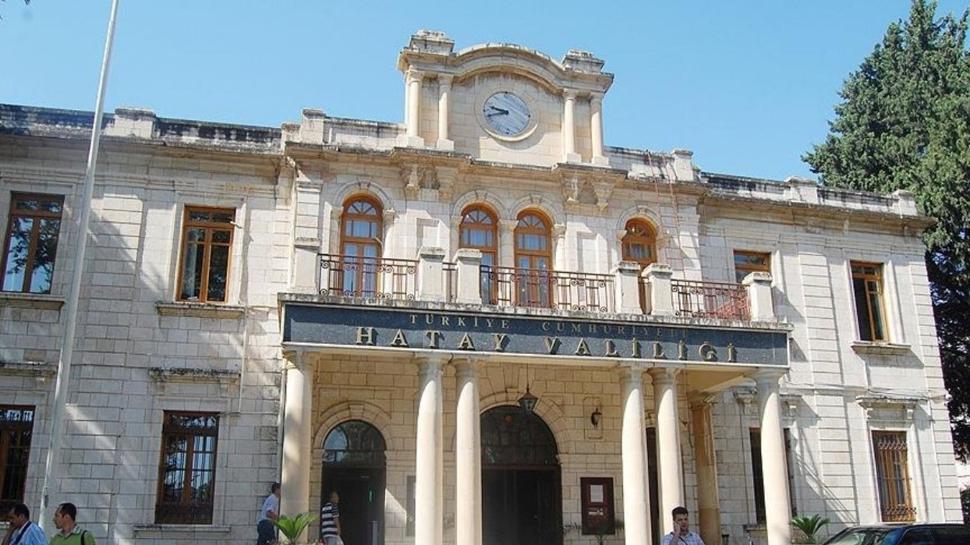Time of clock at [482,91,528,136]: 9:42
